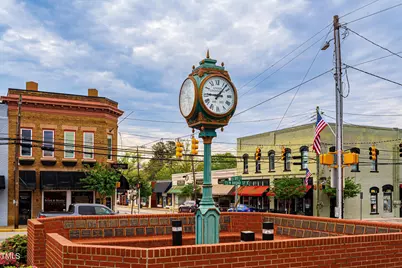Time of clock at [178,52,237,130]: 9:07
